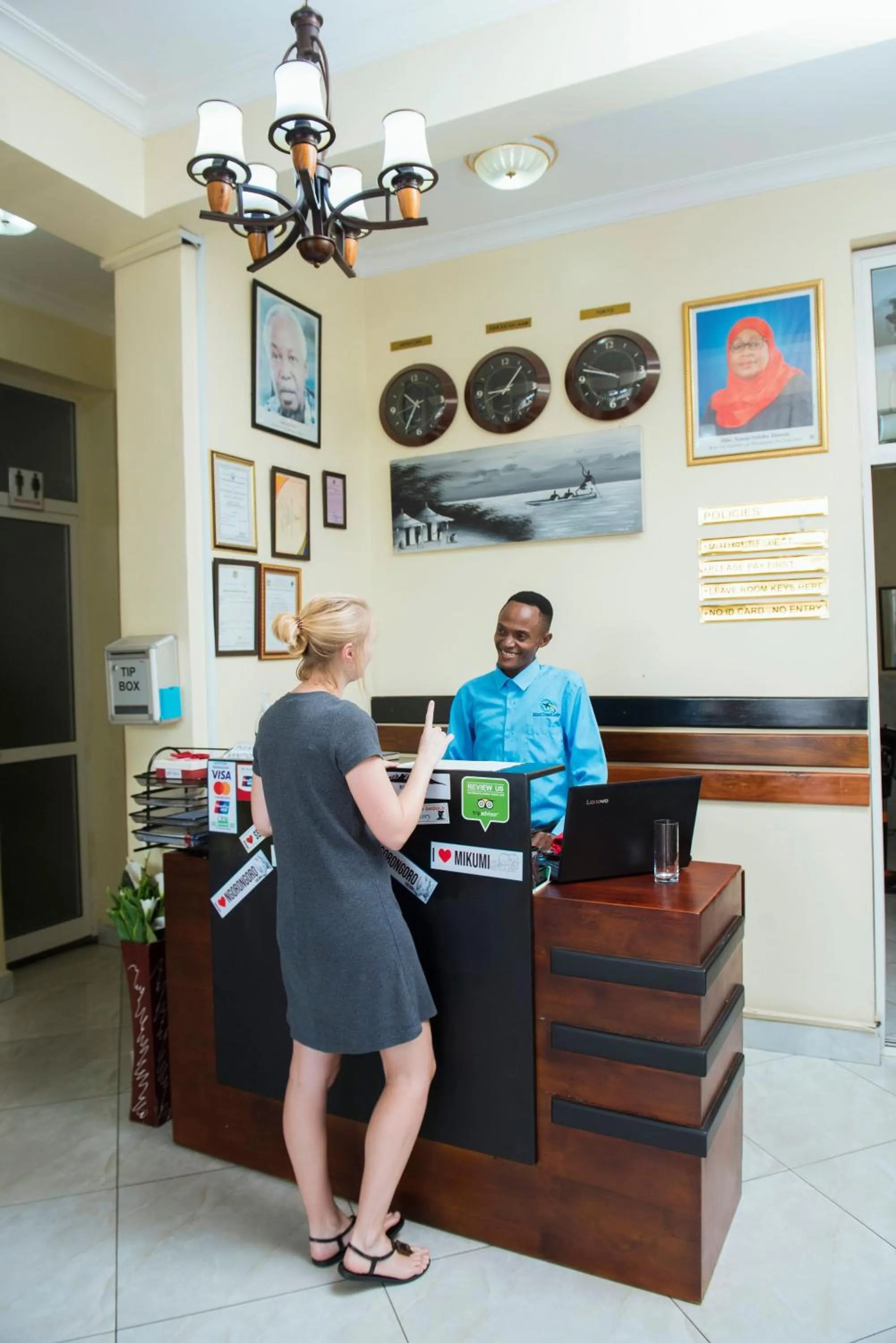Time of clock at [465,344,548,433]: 9:06
